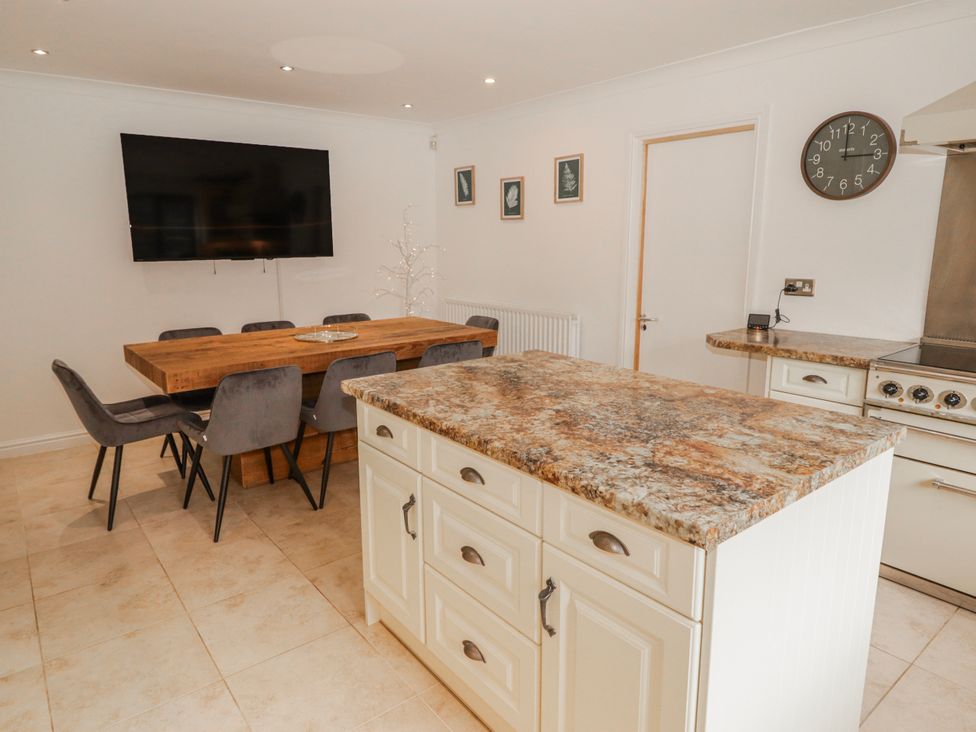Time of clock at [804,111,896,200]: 2:59
